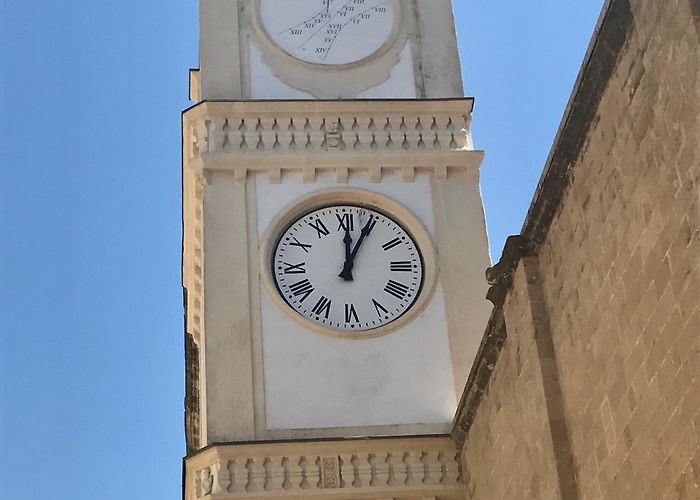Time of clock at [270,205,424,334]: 12:04
